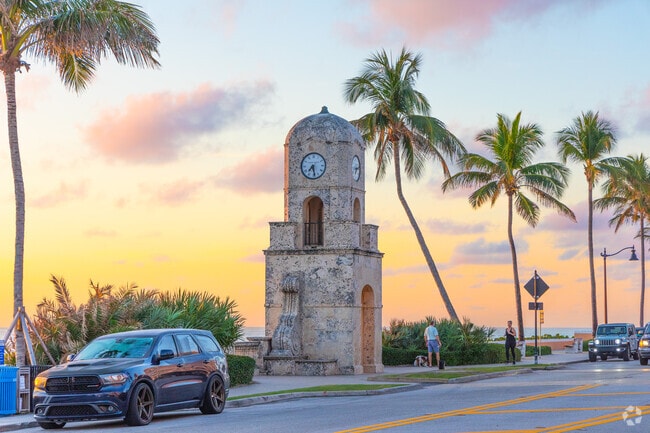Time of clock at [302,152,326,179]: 7:28
